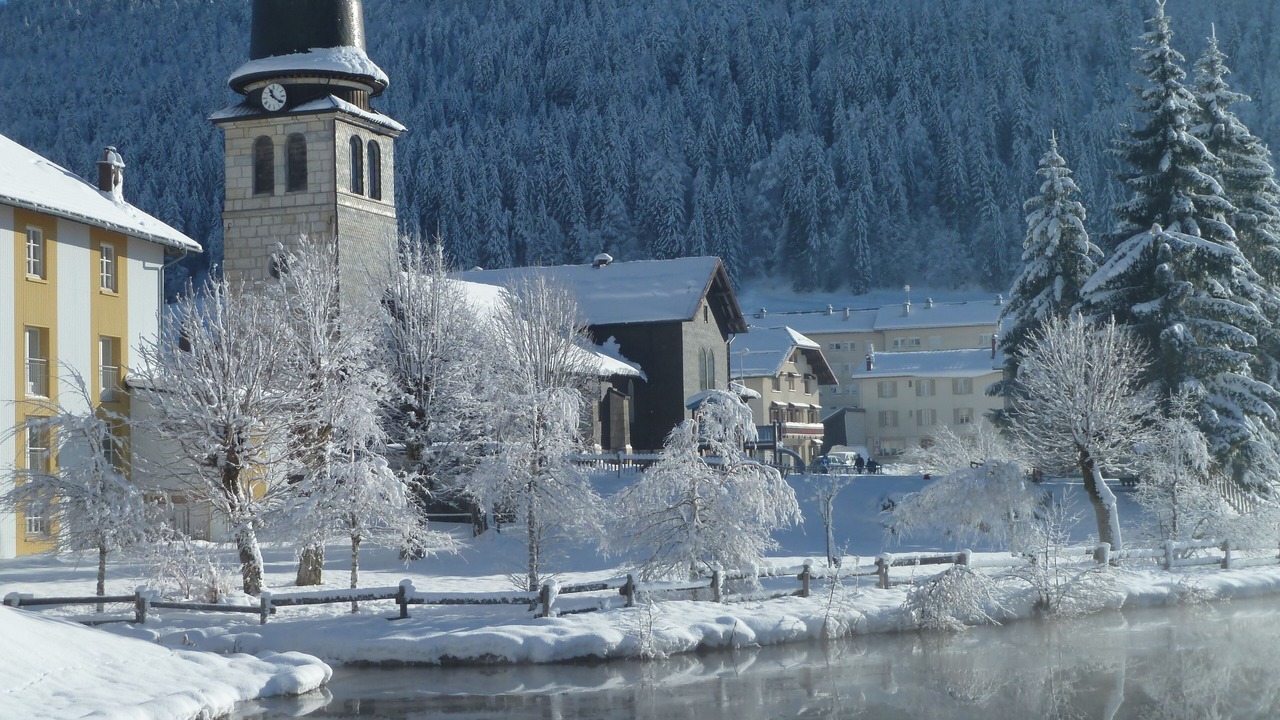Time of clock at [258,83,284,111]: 11:21
